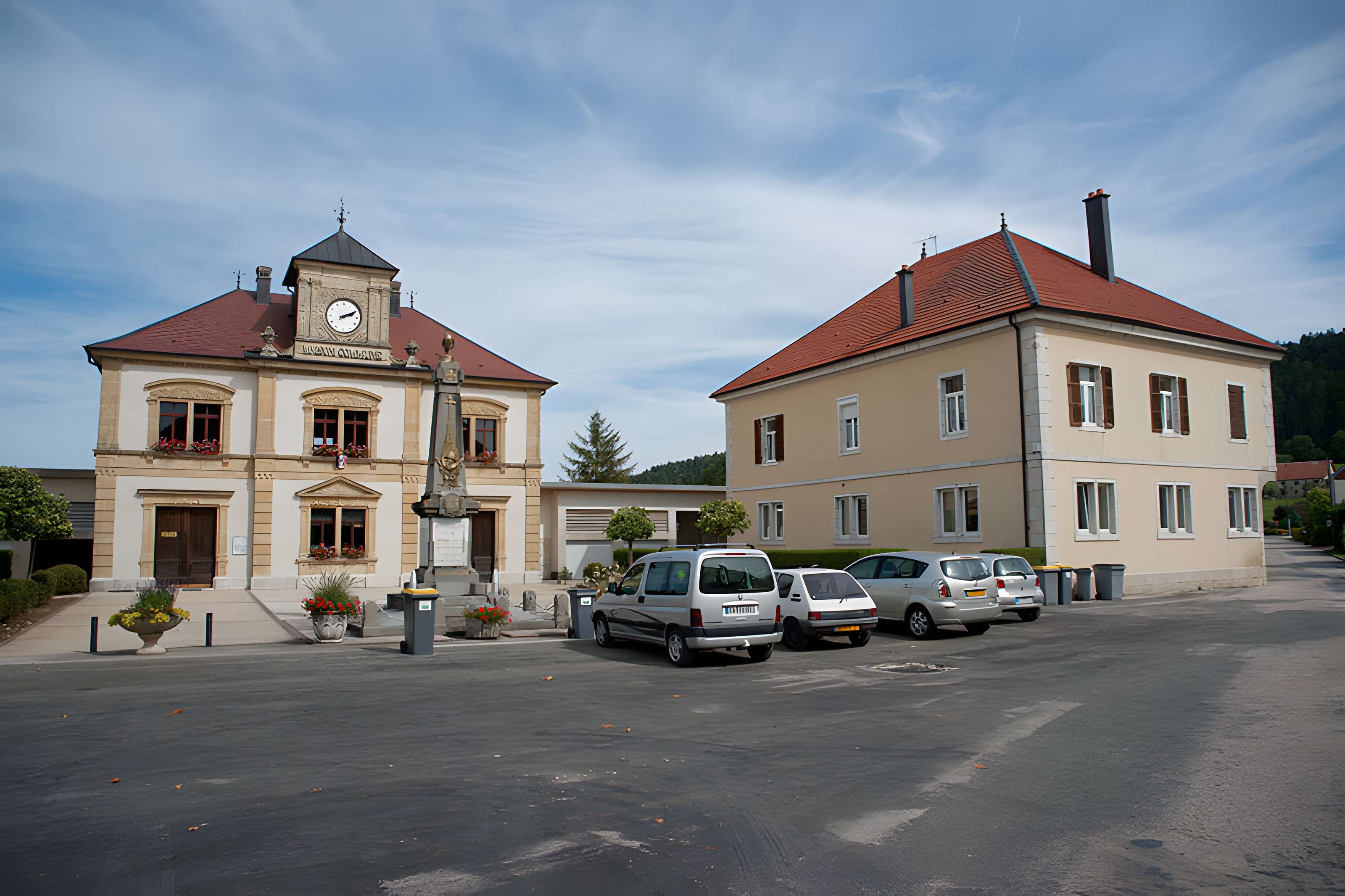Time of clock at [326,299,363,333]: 2:10
